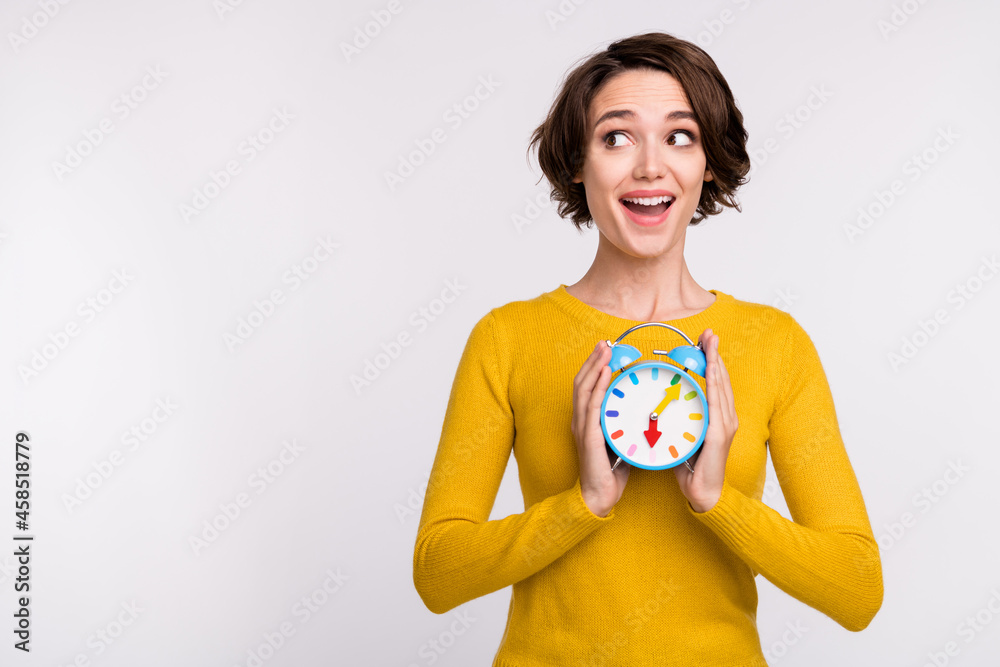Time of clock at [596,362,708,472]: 6:06
